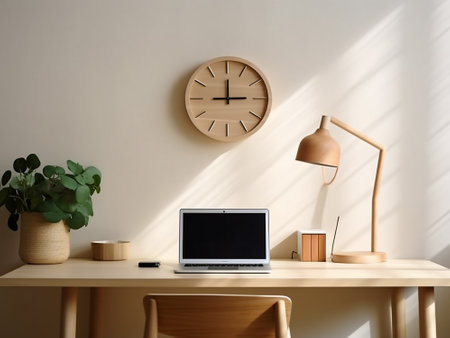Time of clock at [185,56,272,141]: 12:14
